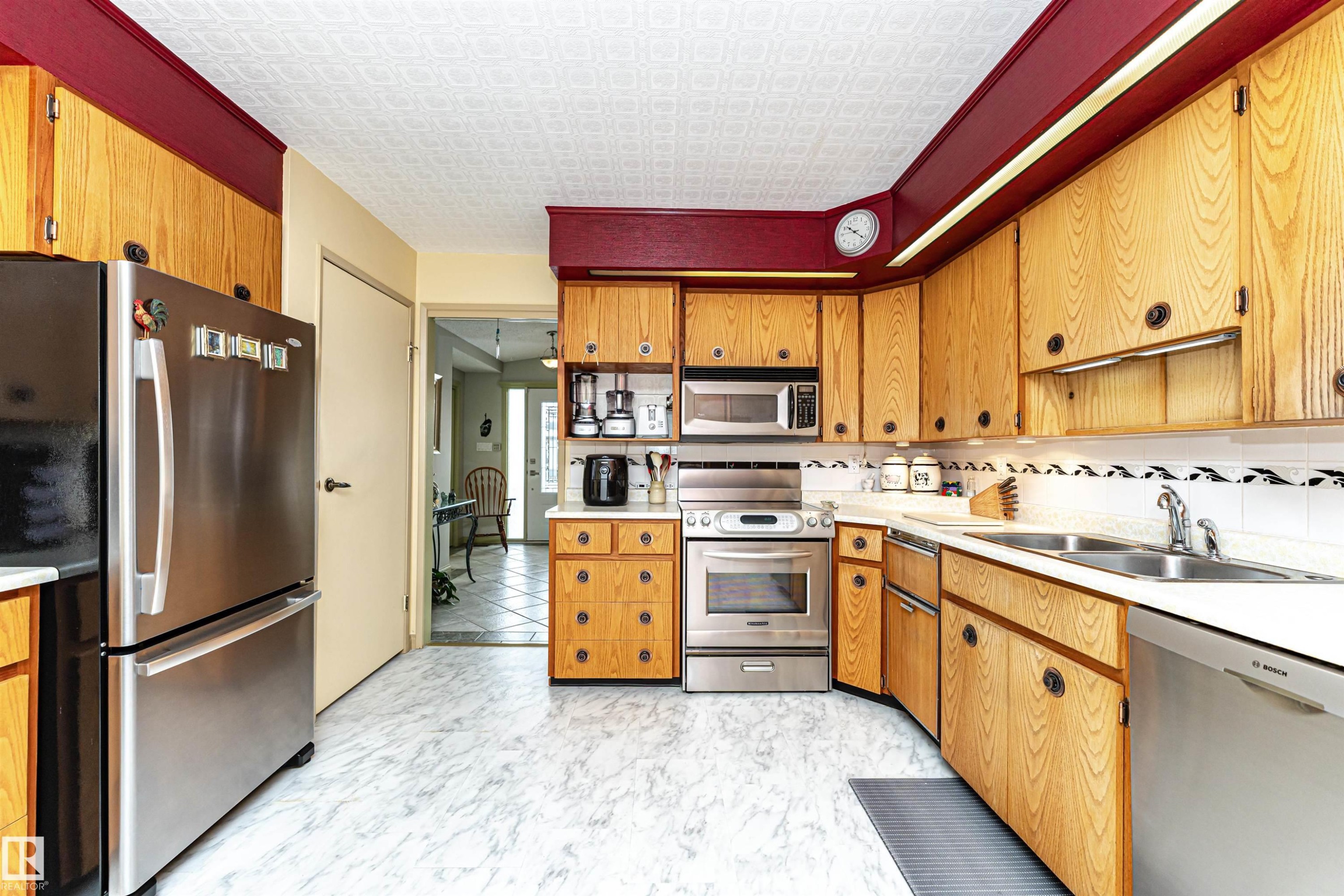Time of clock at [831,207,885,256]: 10:21
